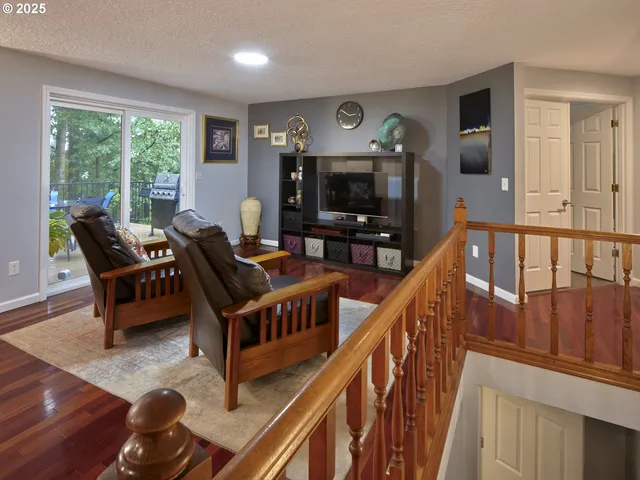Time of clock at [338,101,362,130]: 2:50
